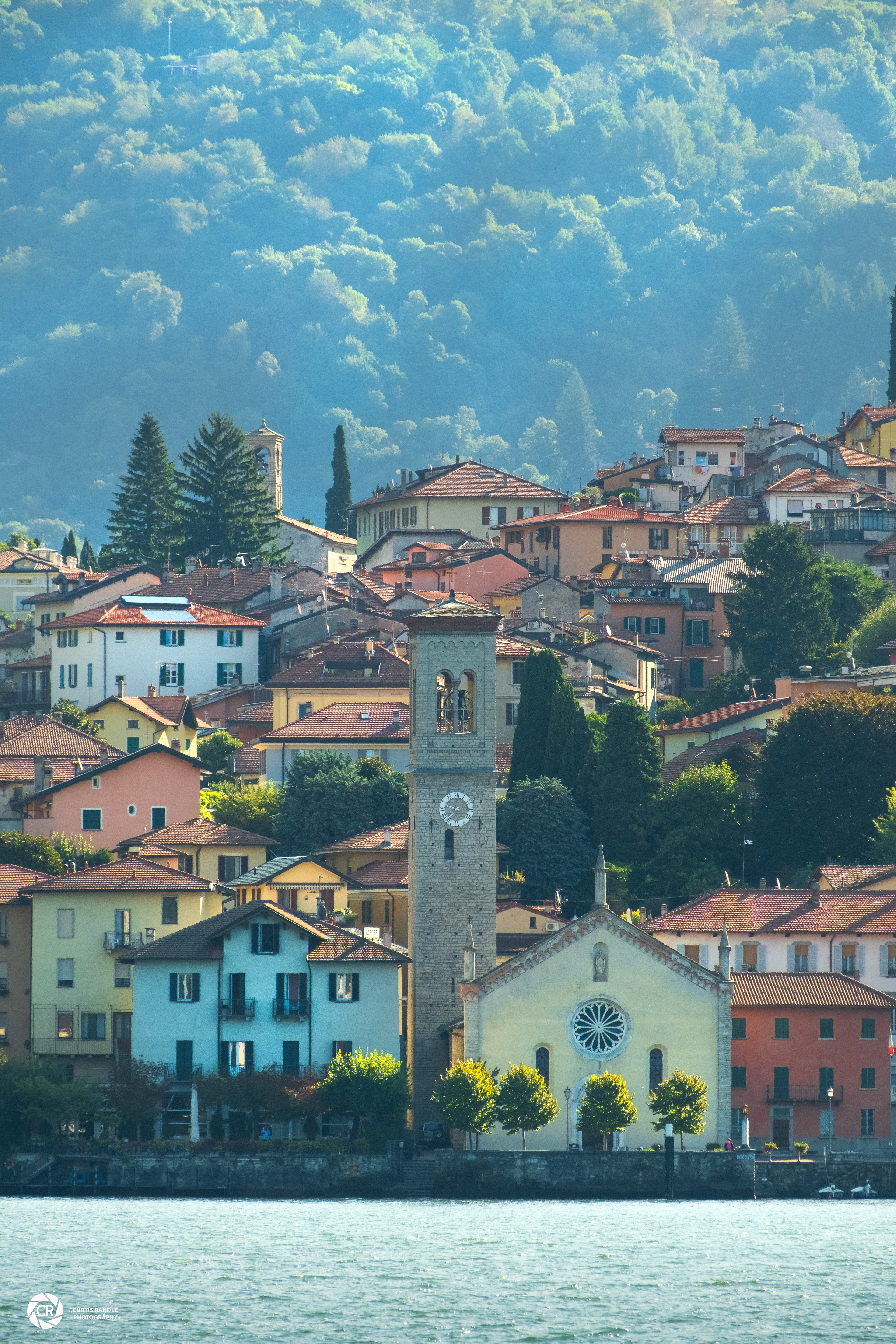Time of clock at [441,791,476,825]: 9:36
